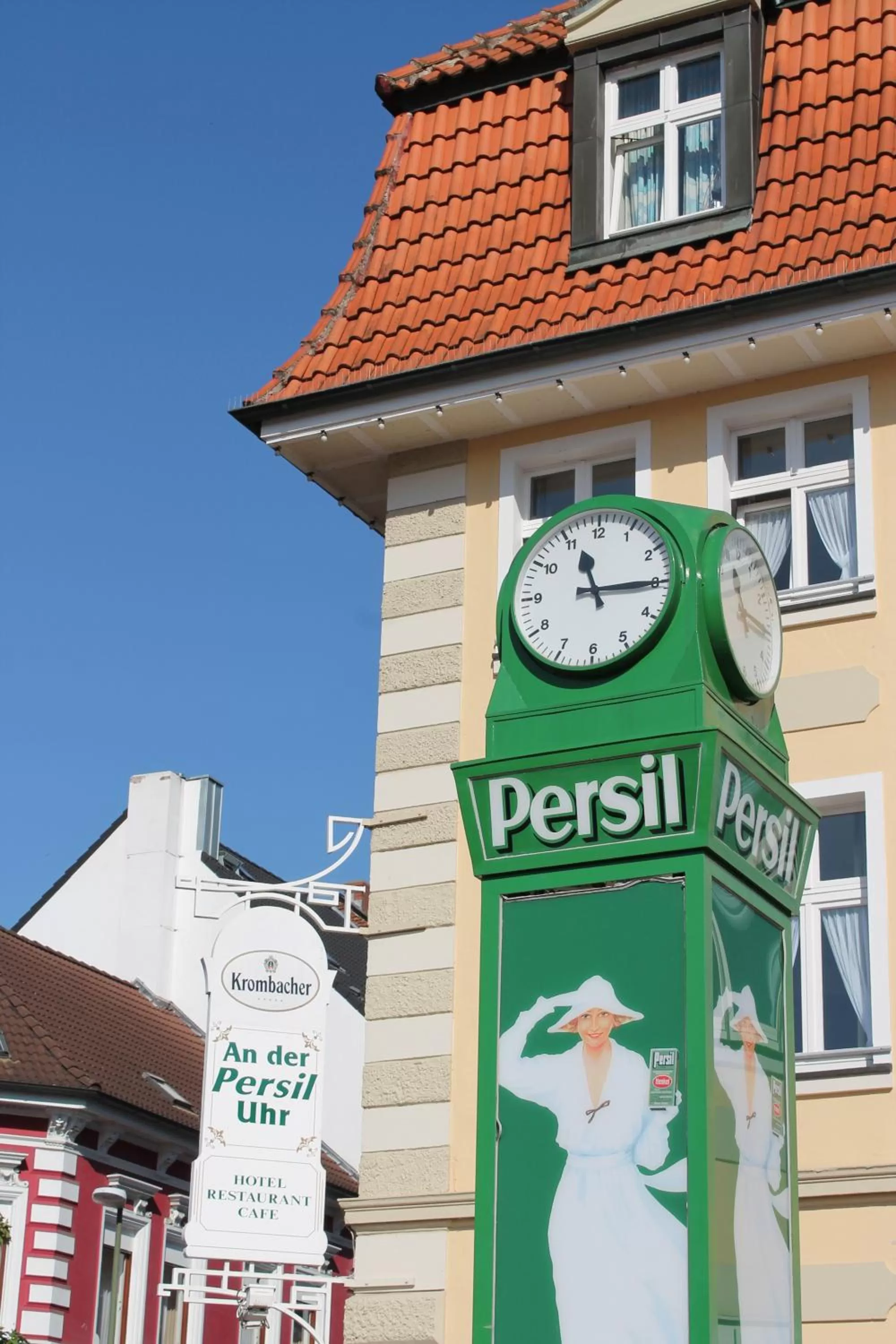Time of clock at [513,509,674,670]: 11:14
